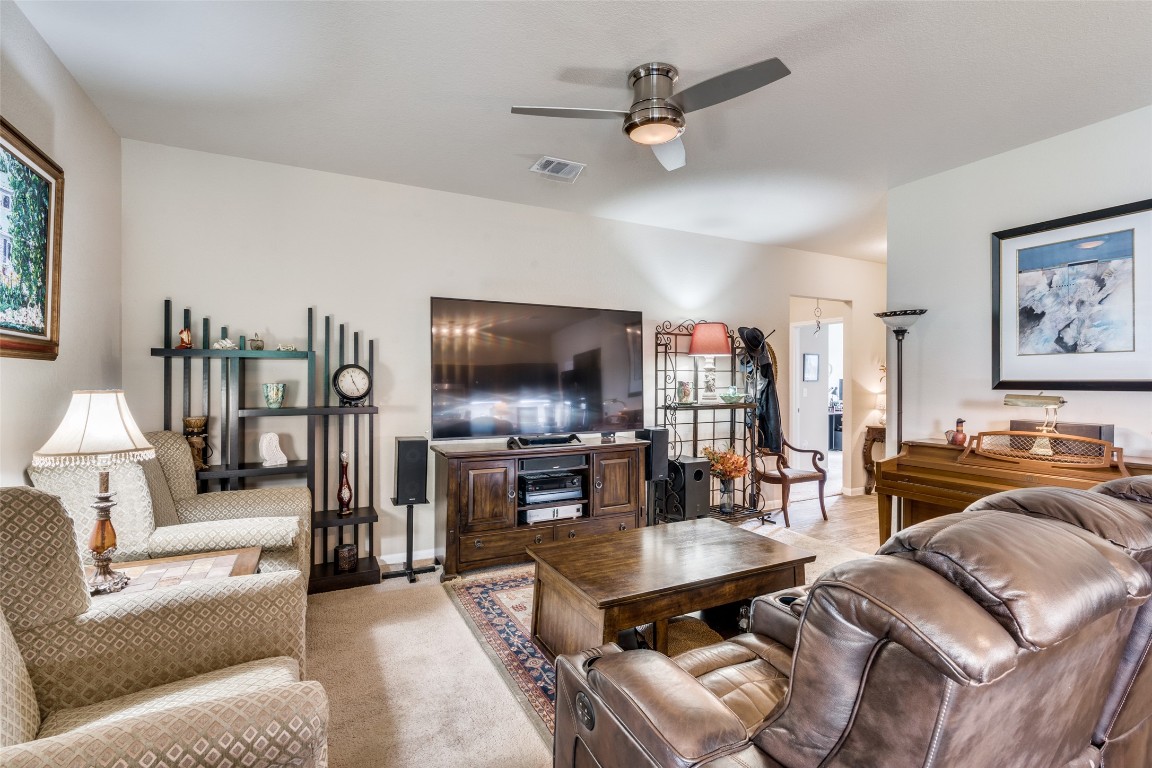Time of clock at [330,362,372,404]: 11:24
